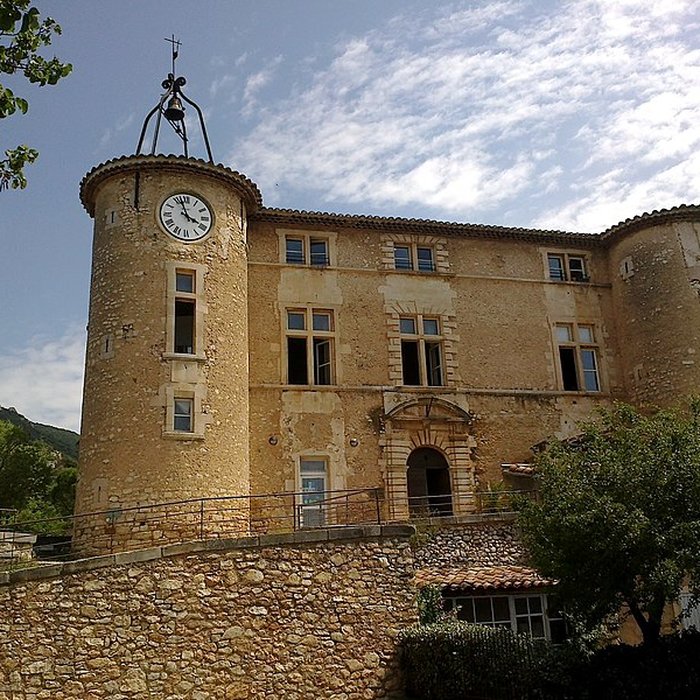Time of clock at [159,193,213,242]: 3:57
